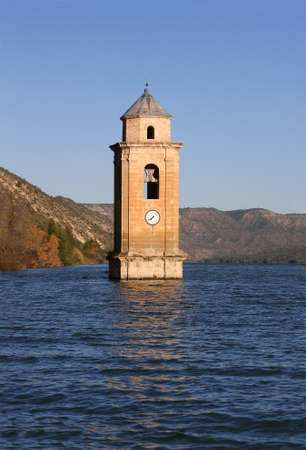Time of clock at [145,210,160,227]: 7:39
